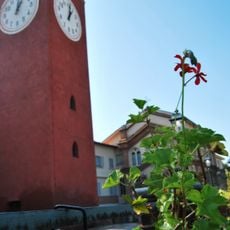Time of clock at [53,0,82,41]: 1:02
